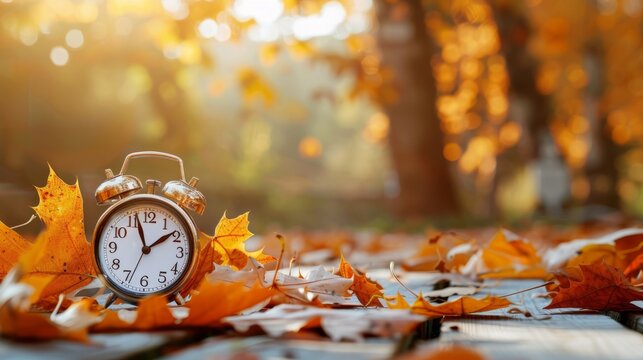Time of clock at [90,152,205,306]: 1:56
